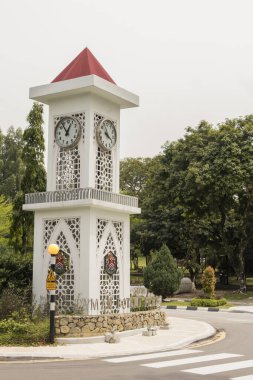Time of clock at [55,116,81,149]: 12:53
